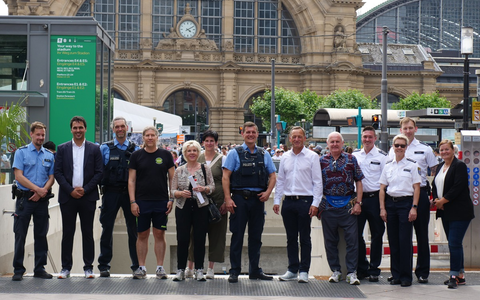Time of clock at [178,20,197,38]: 4:10
